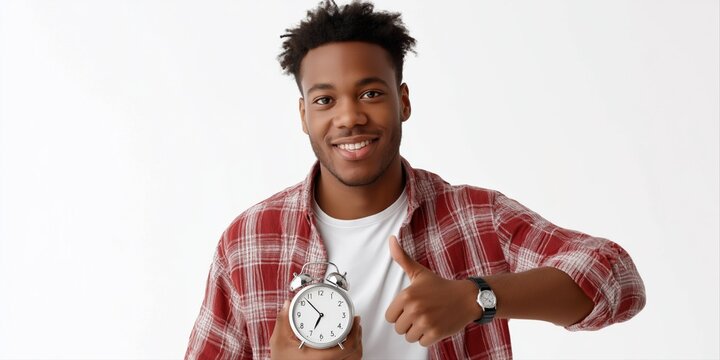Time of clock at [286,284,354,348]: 6:52
